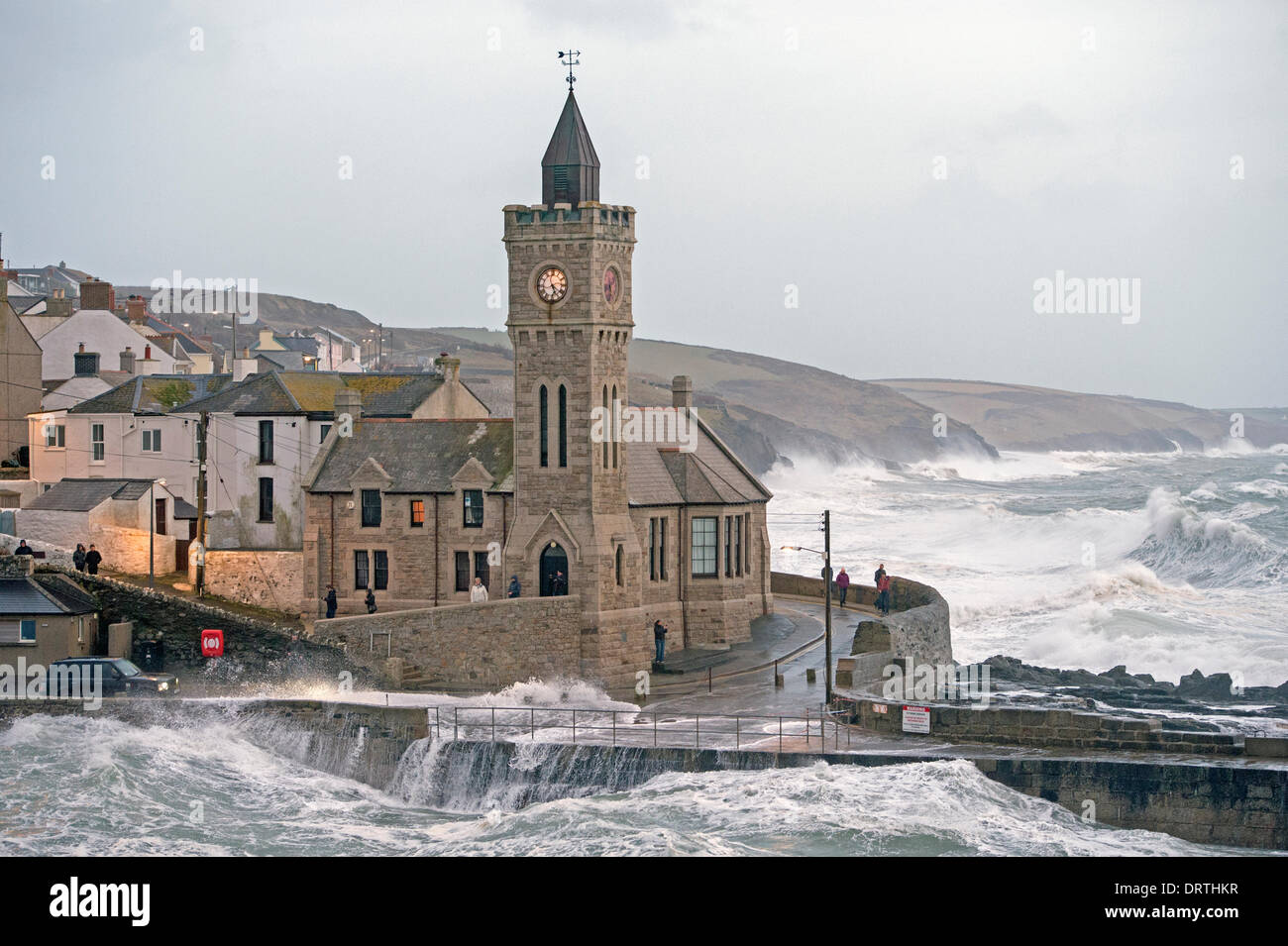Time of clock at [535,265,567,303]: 5:21
